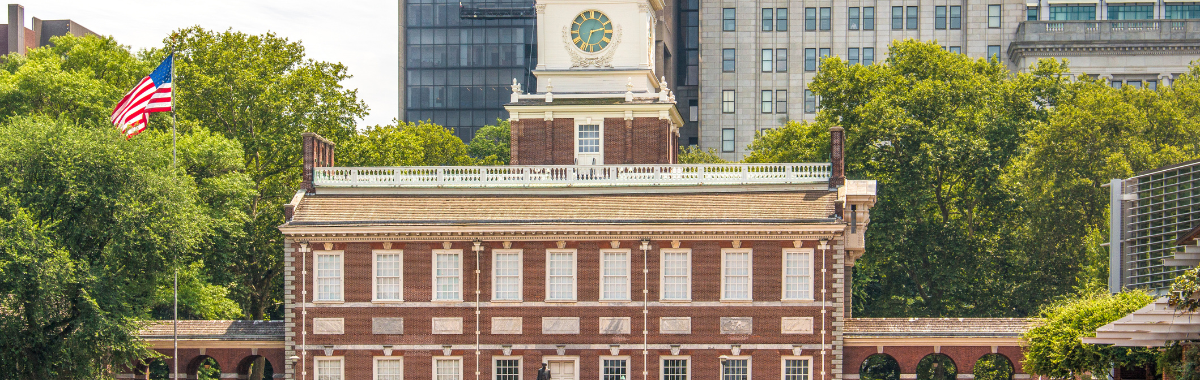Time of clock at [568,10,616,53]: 2:33
